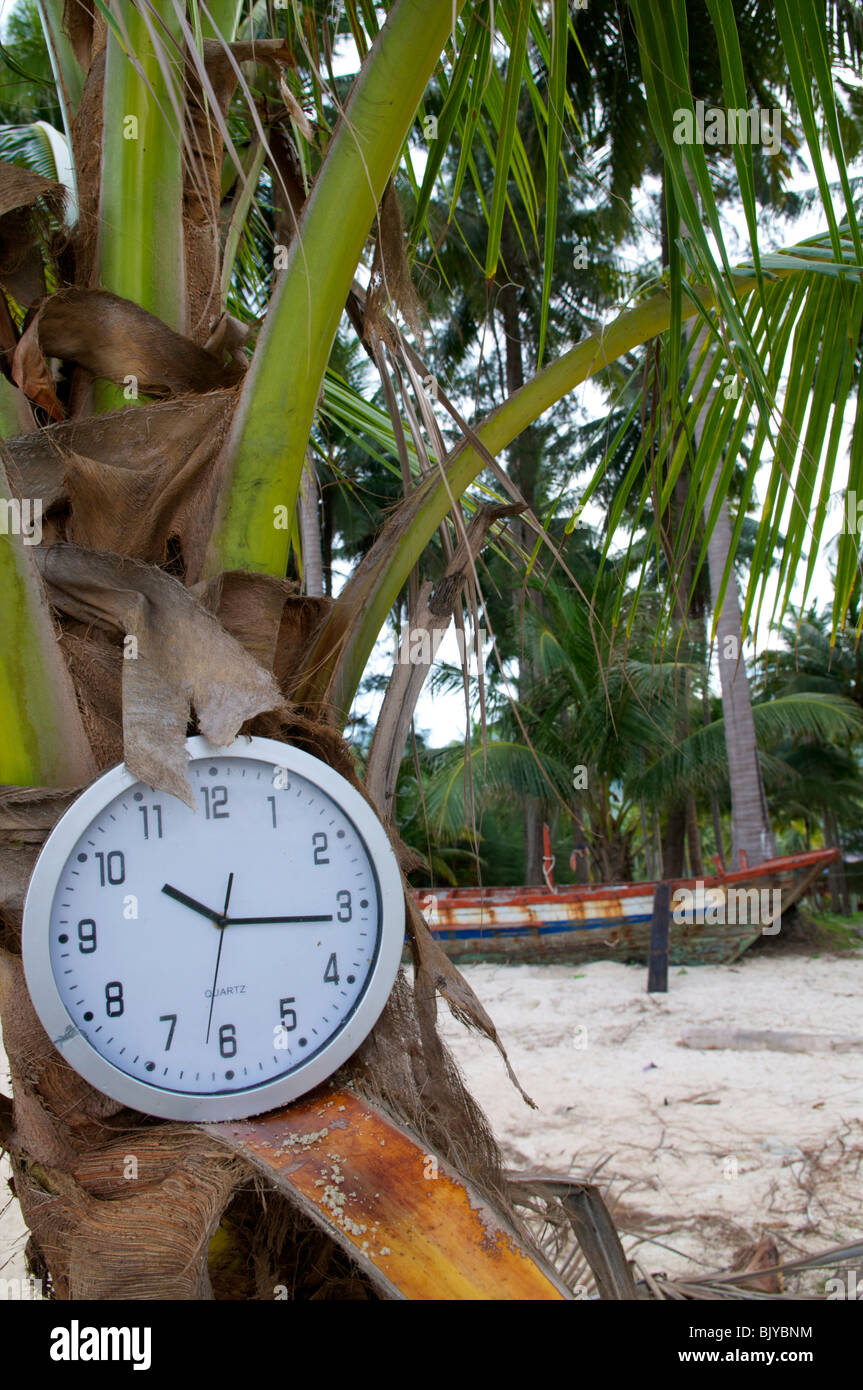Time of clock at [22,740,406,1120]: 10:15
